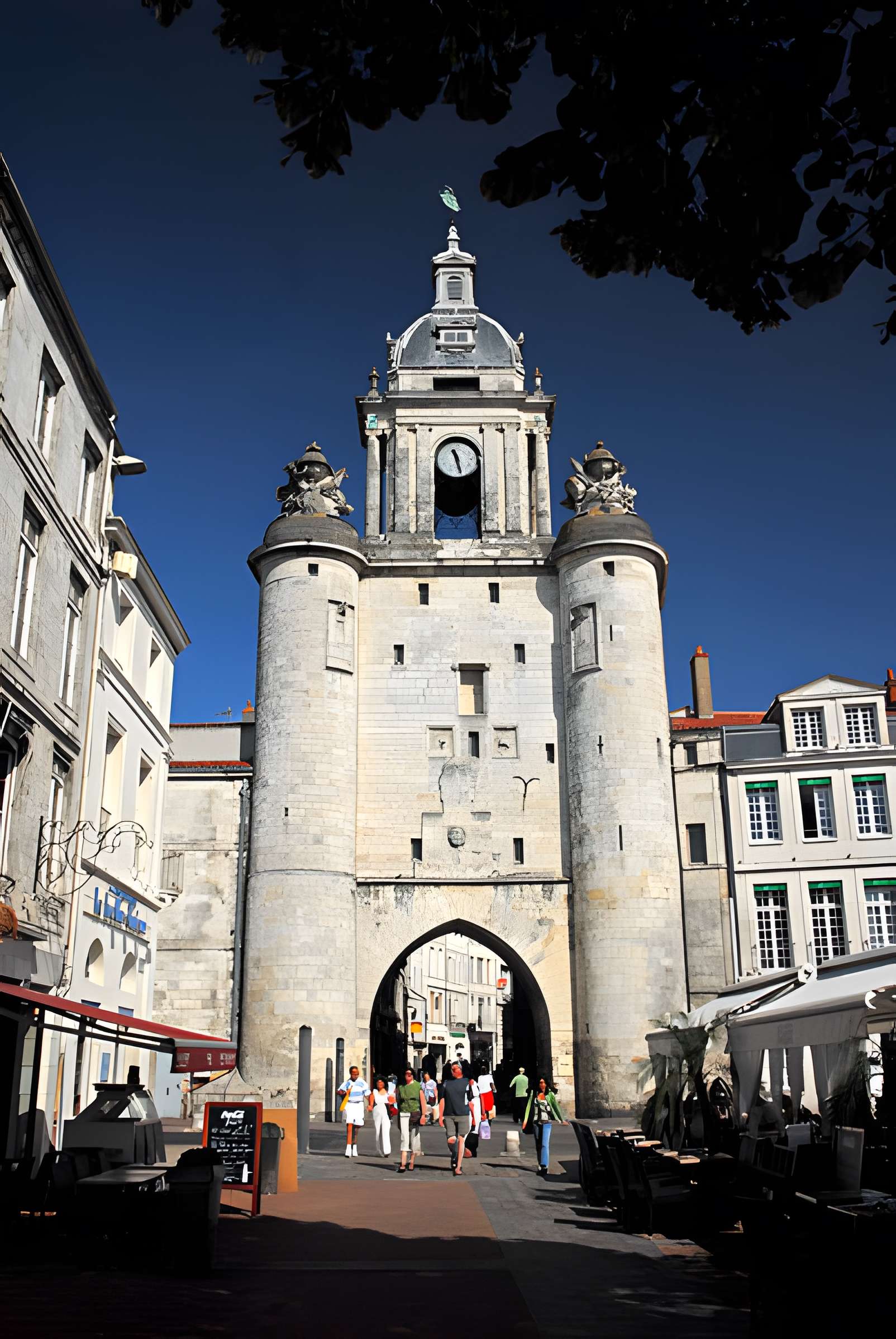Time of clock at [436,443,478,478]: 11:28
